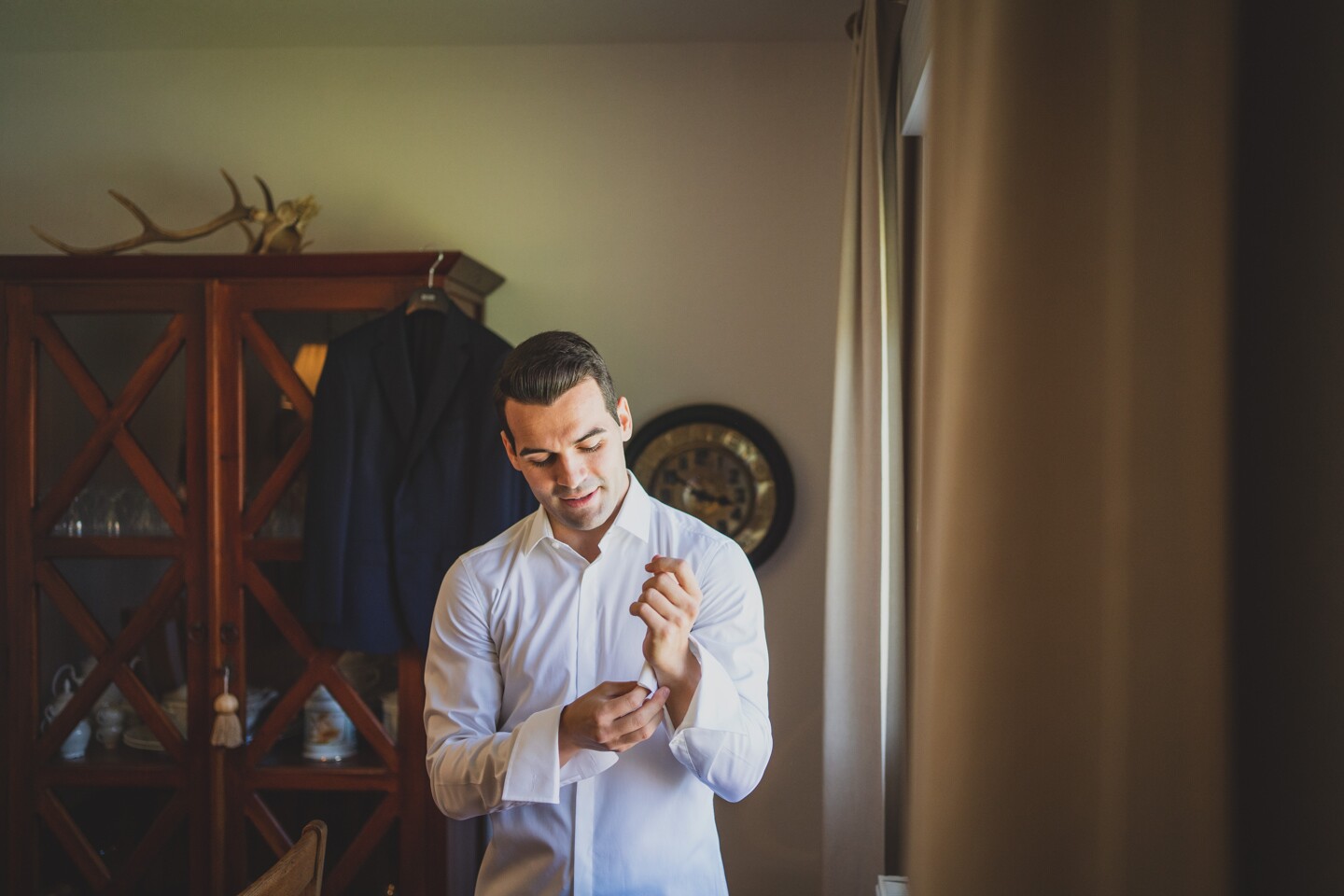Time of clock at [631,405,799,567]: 3:50
